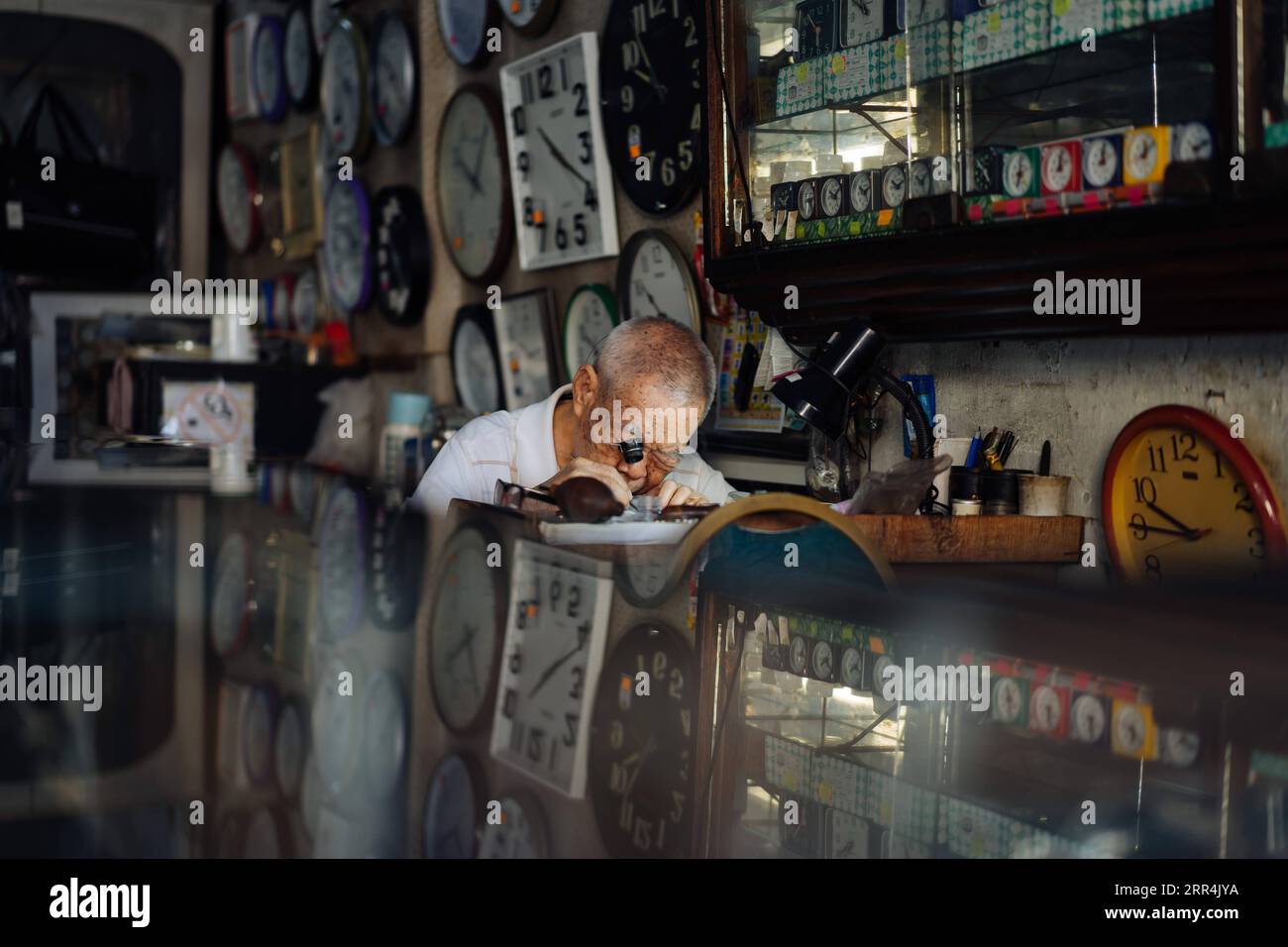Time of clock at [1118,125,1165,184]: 12:07
